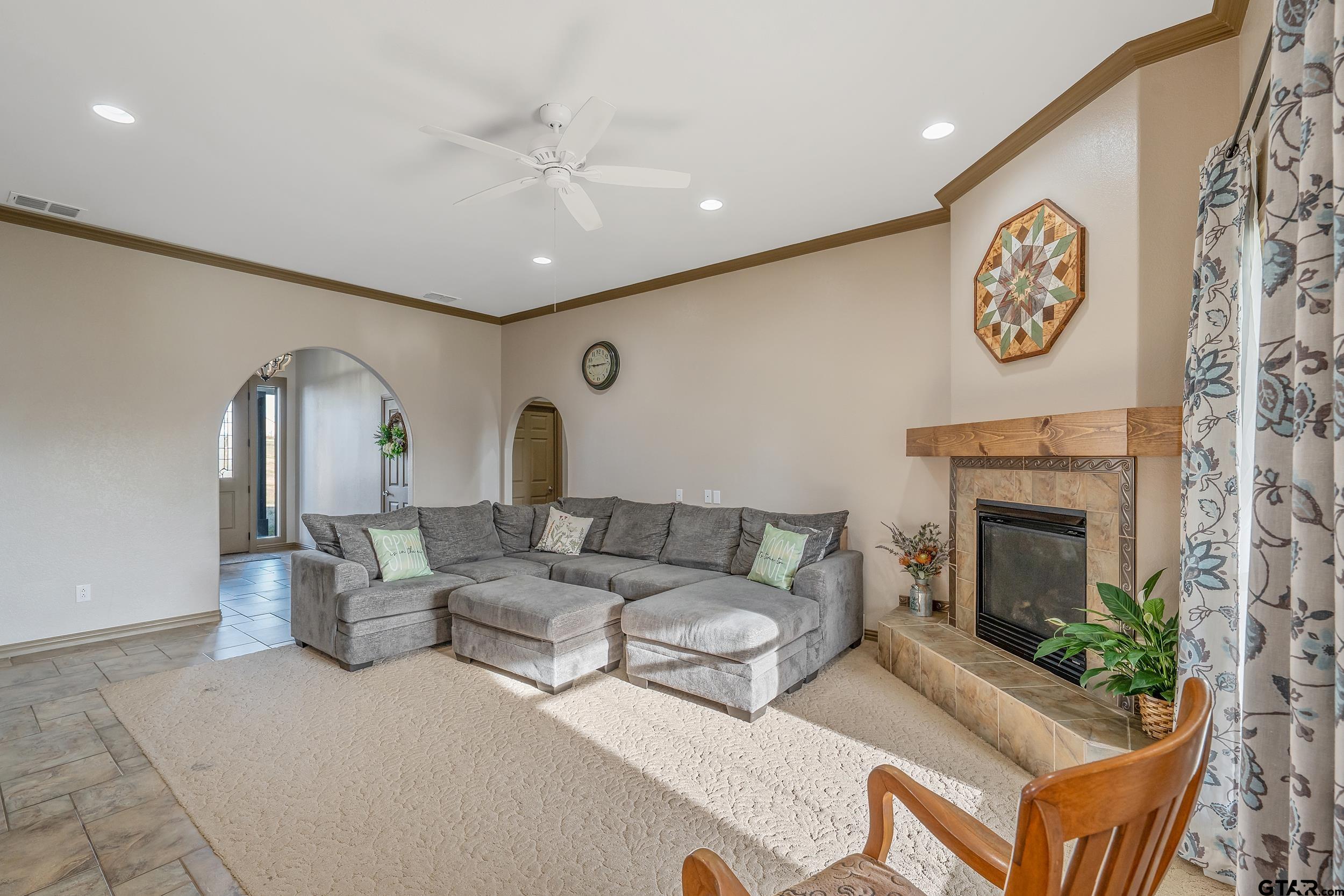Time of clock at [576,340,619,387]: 9:14
